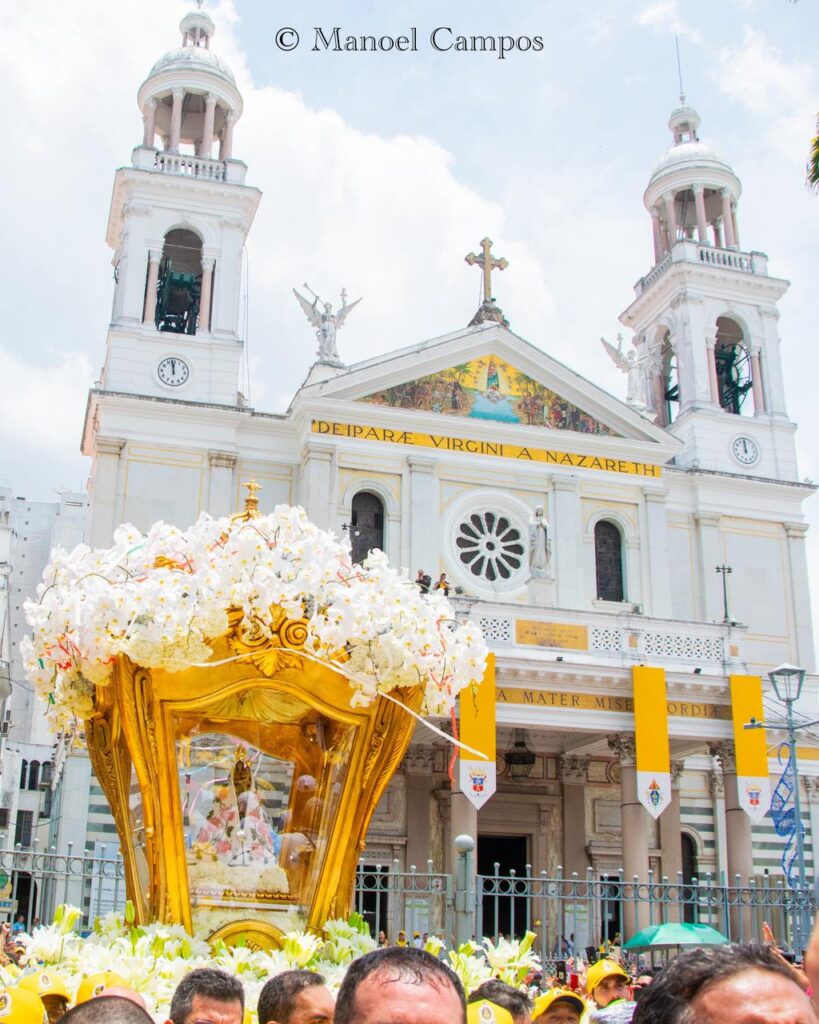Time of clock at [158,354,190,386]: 11:58
